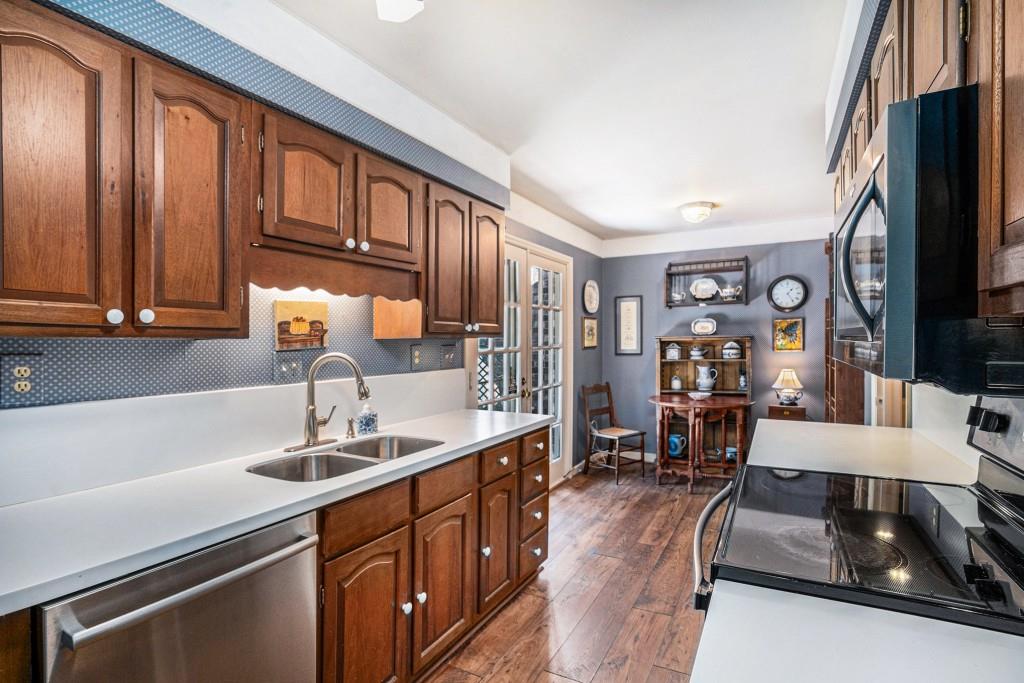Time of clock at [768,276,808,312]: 1:24
